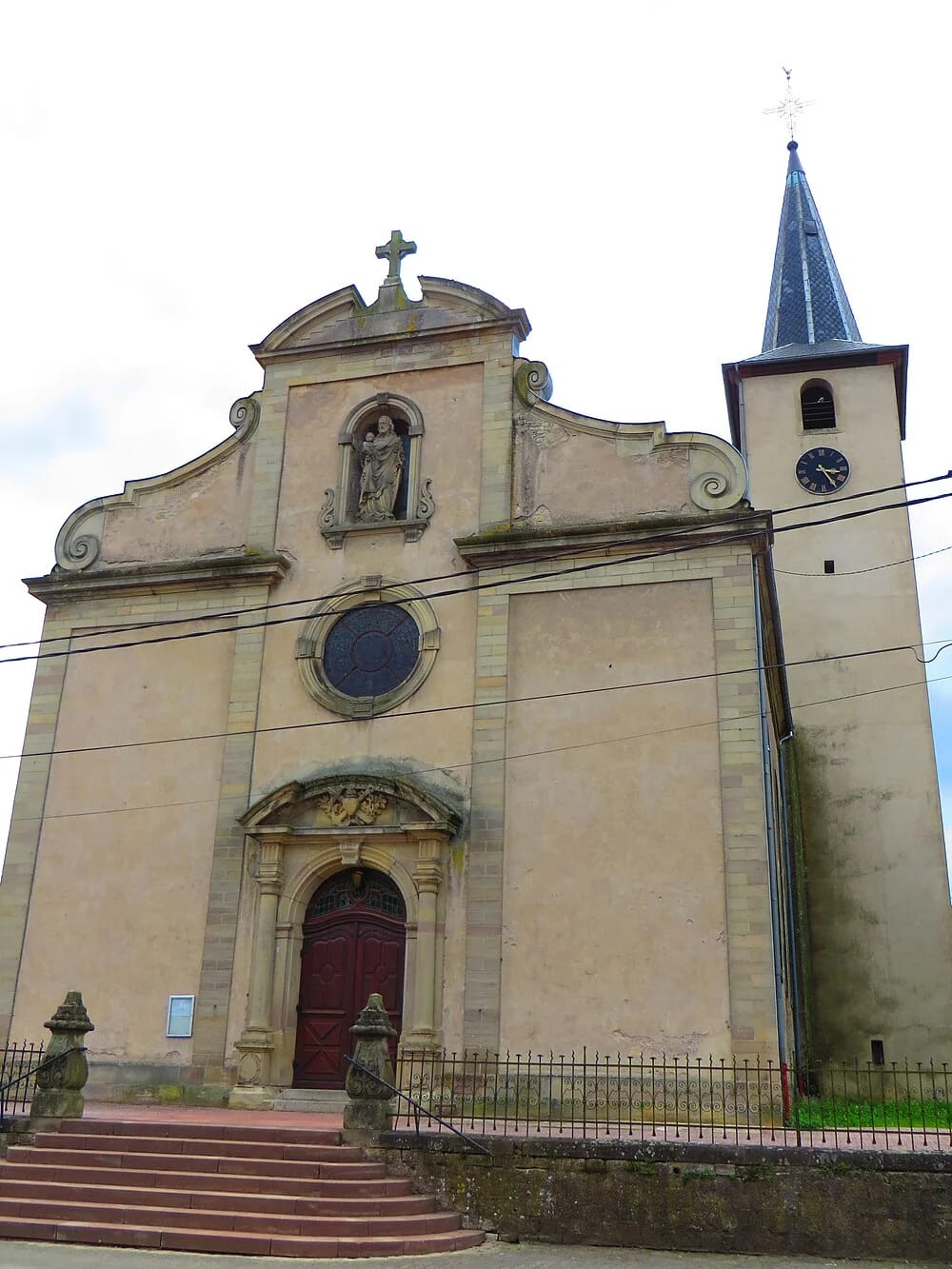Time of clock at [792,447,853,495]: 3:24
